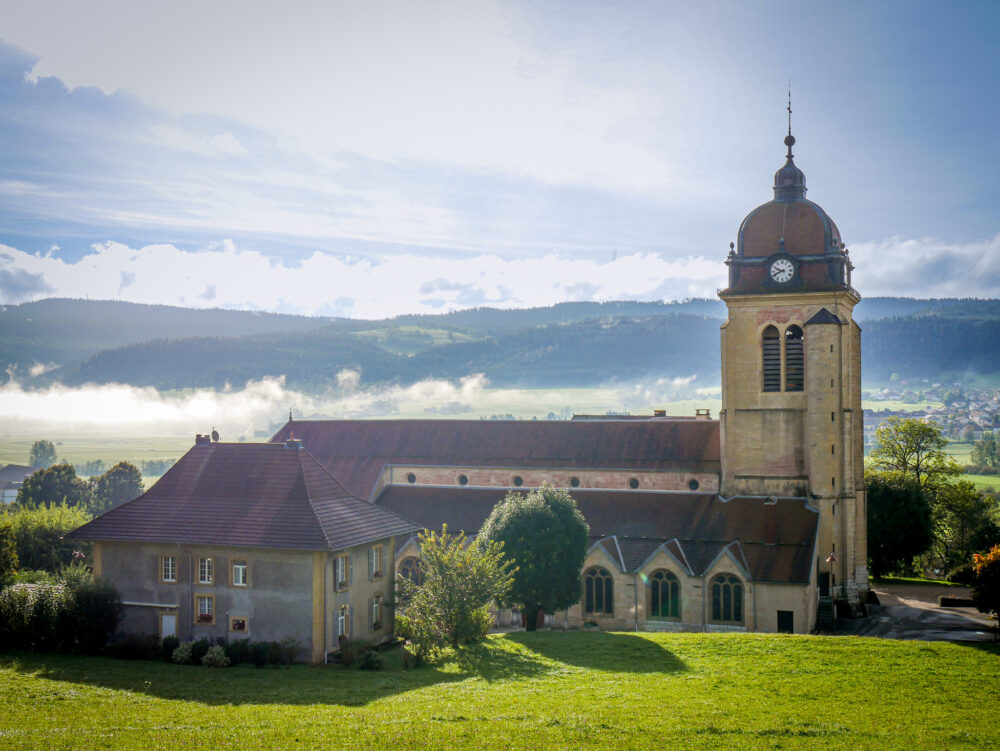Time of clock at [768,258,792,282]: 9:41
